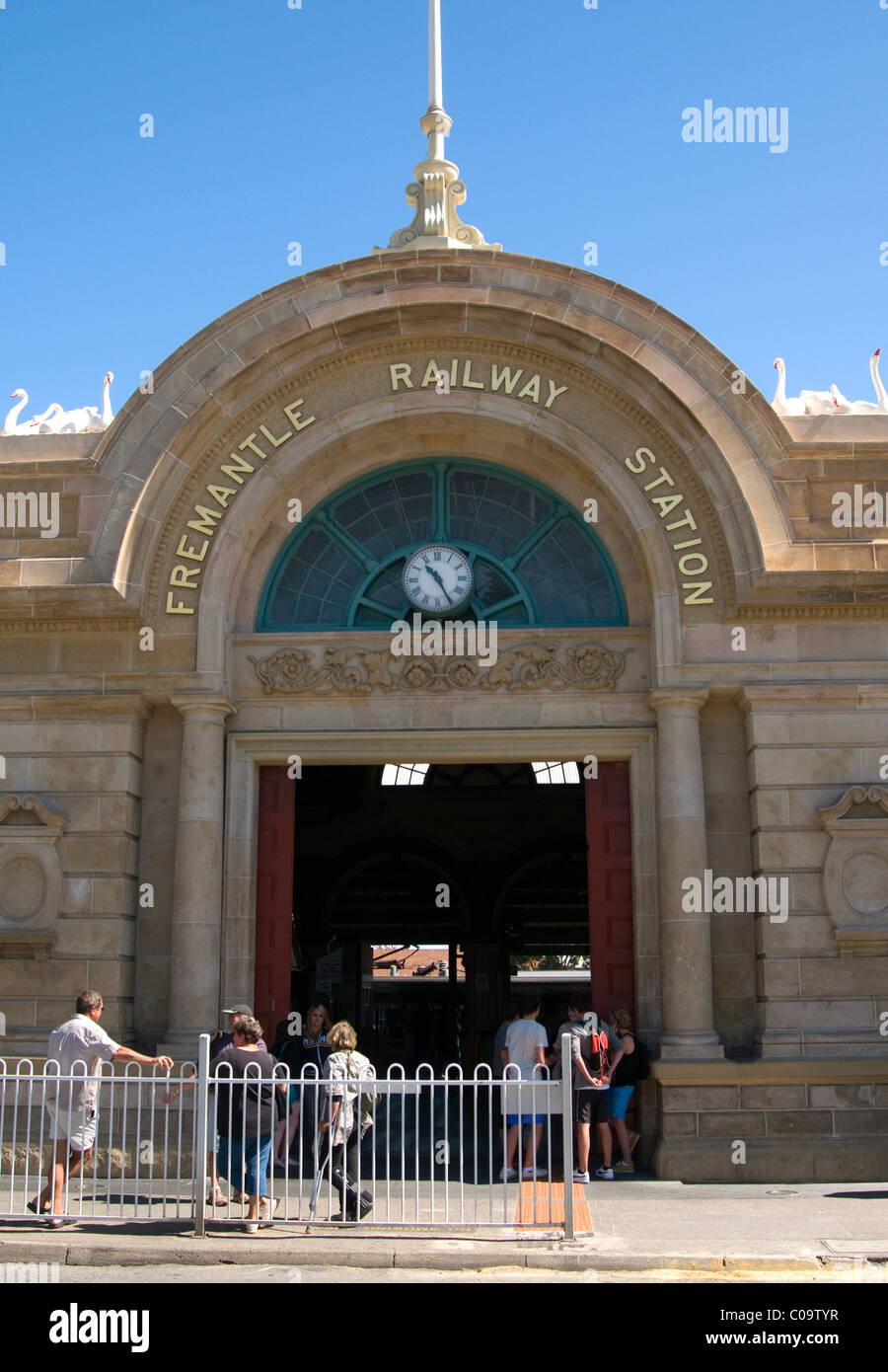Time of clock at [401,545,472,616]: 10:25
